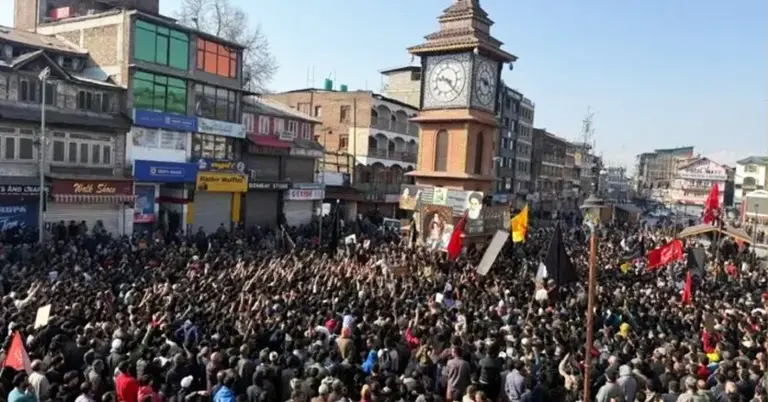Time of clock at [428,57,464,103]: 9:22
